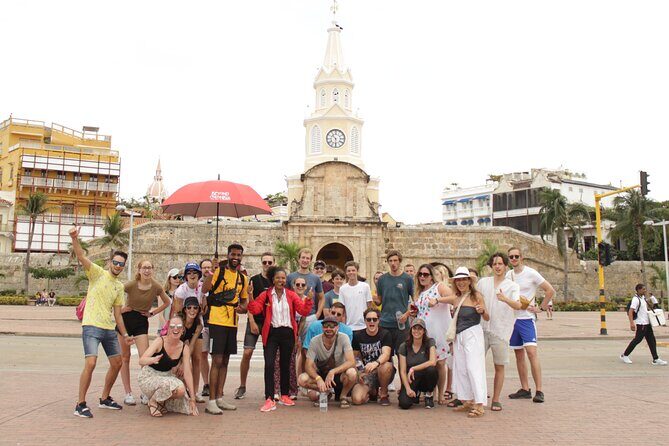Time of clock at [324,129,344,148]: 10:30
